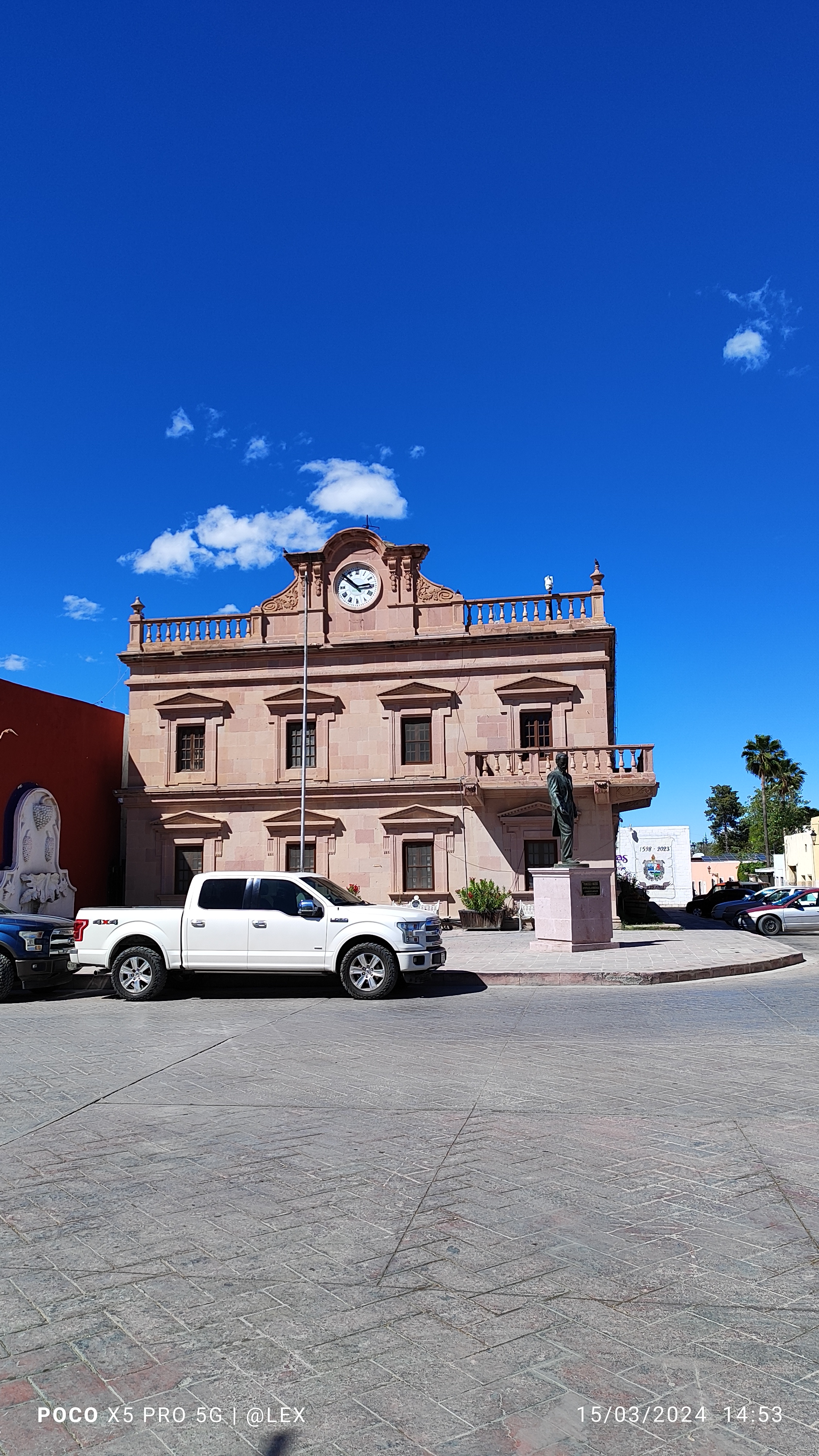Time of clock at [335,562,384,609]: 2:51
